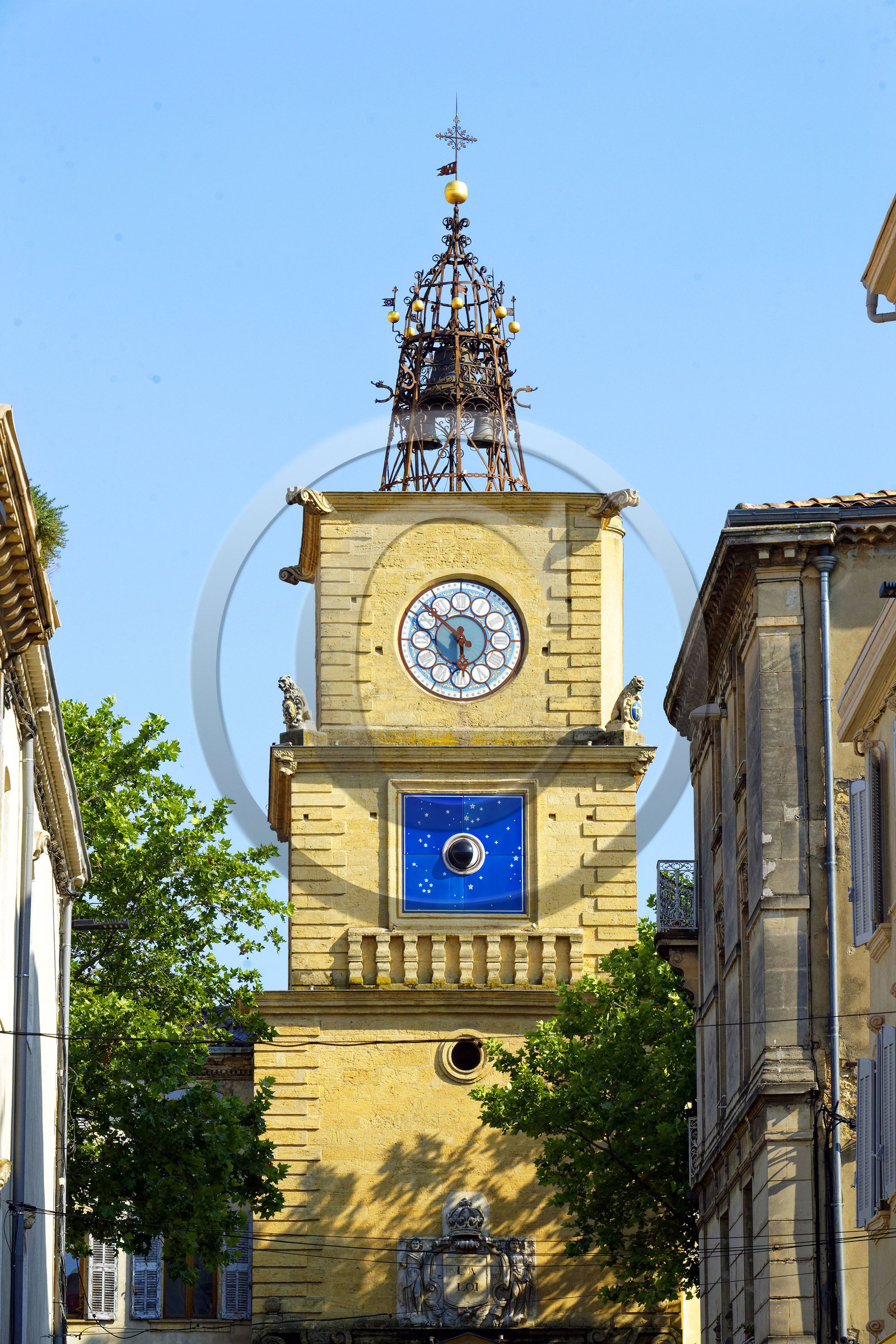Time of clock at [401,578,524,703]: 5:52
